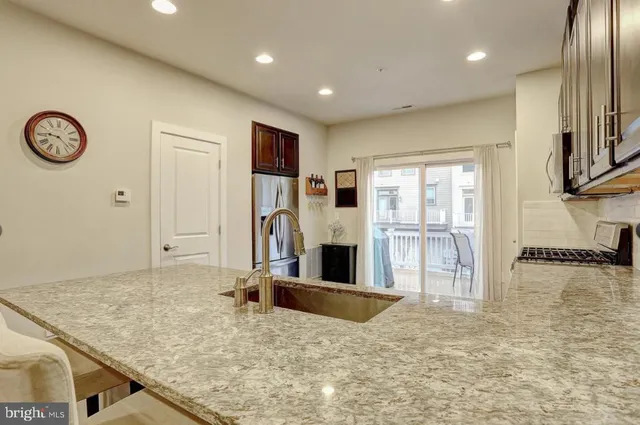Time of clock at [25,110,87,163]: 9:22
